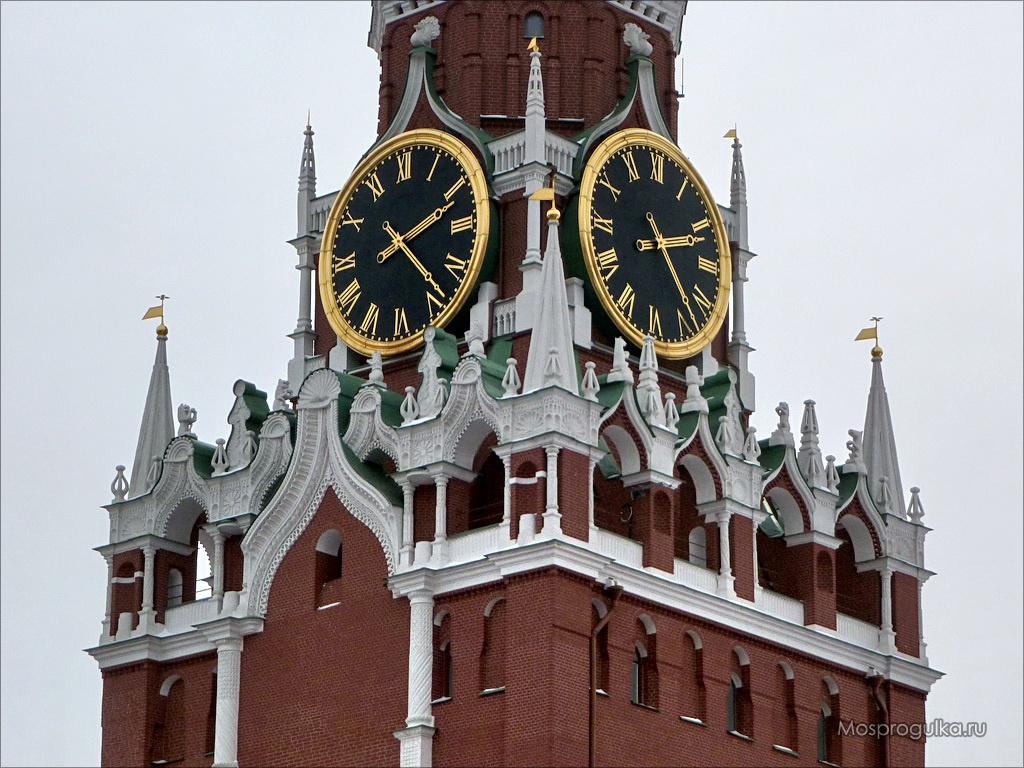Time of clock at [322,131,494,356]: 2:23
